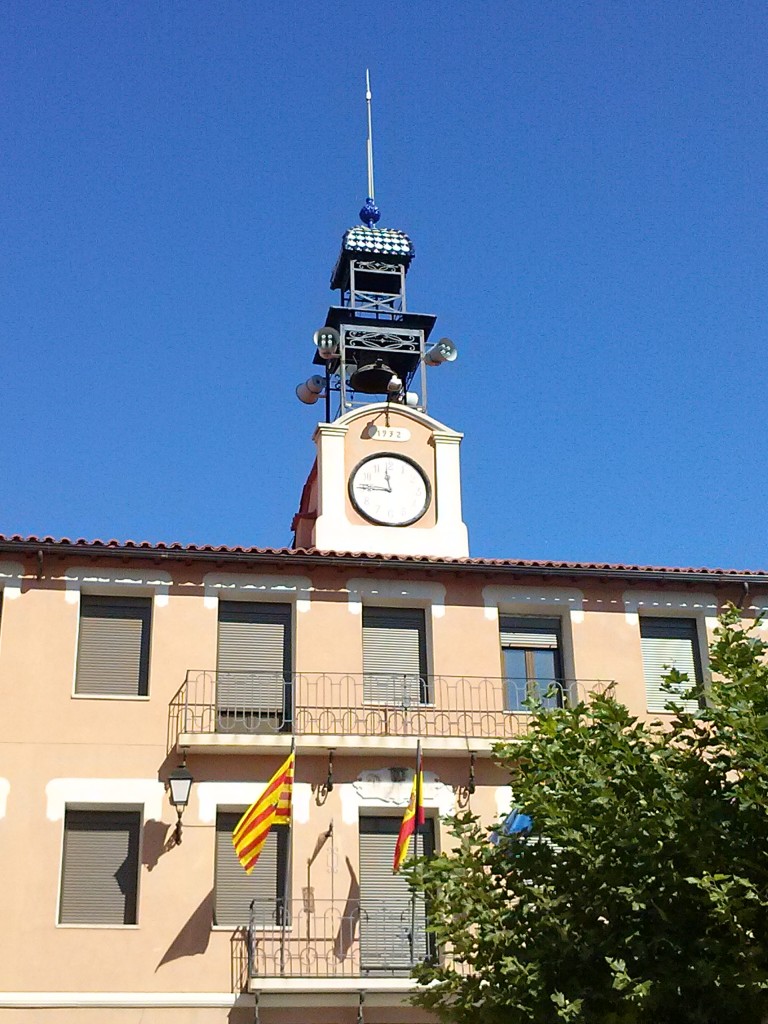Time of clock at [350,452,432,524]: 11:45
